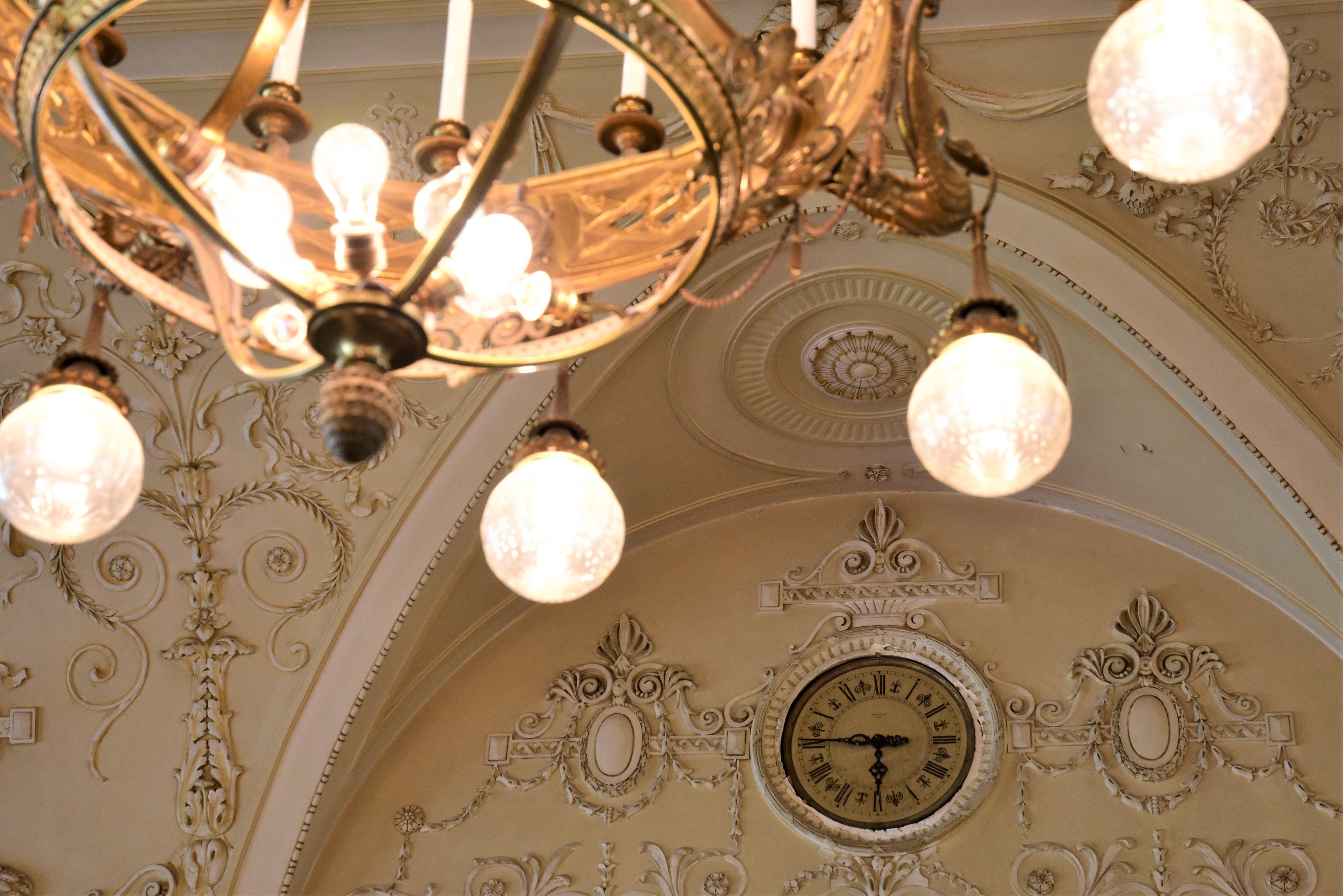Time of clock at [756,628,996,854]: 5:45
